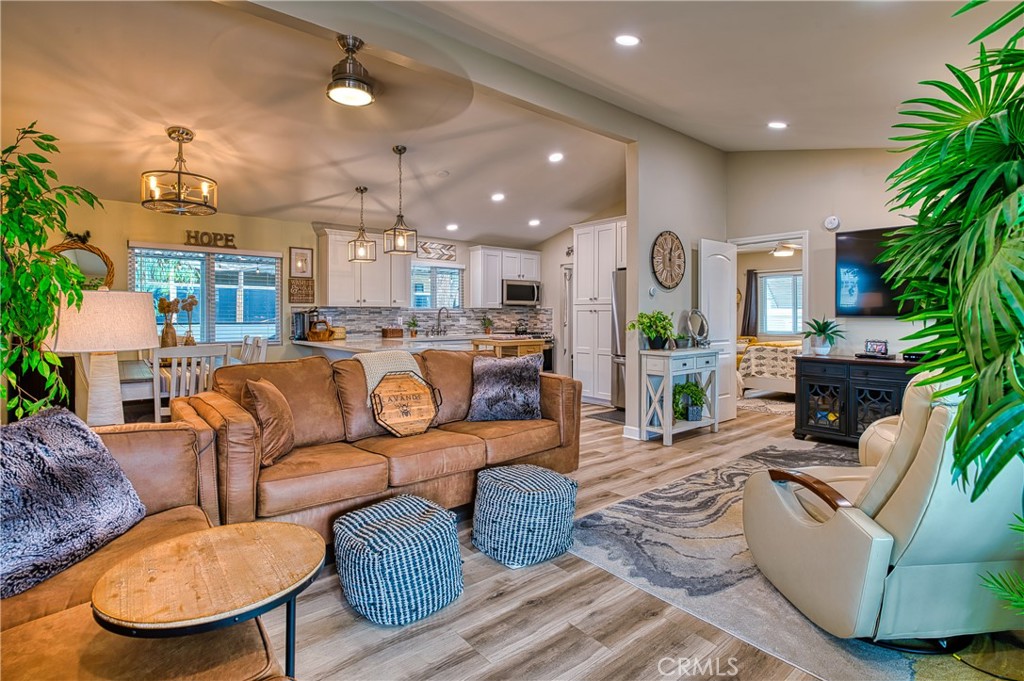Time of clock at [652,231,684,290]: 12:28
